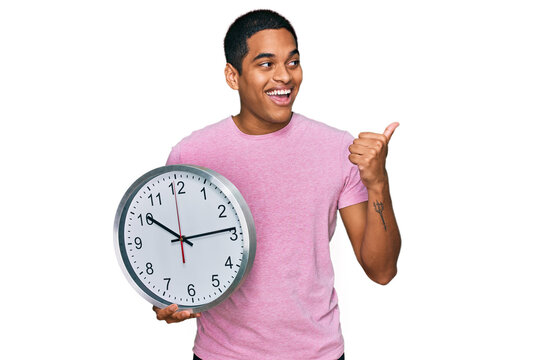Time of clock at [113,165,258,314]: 10:13
